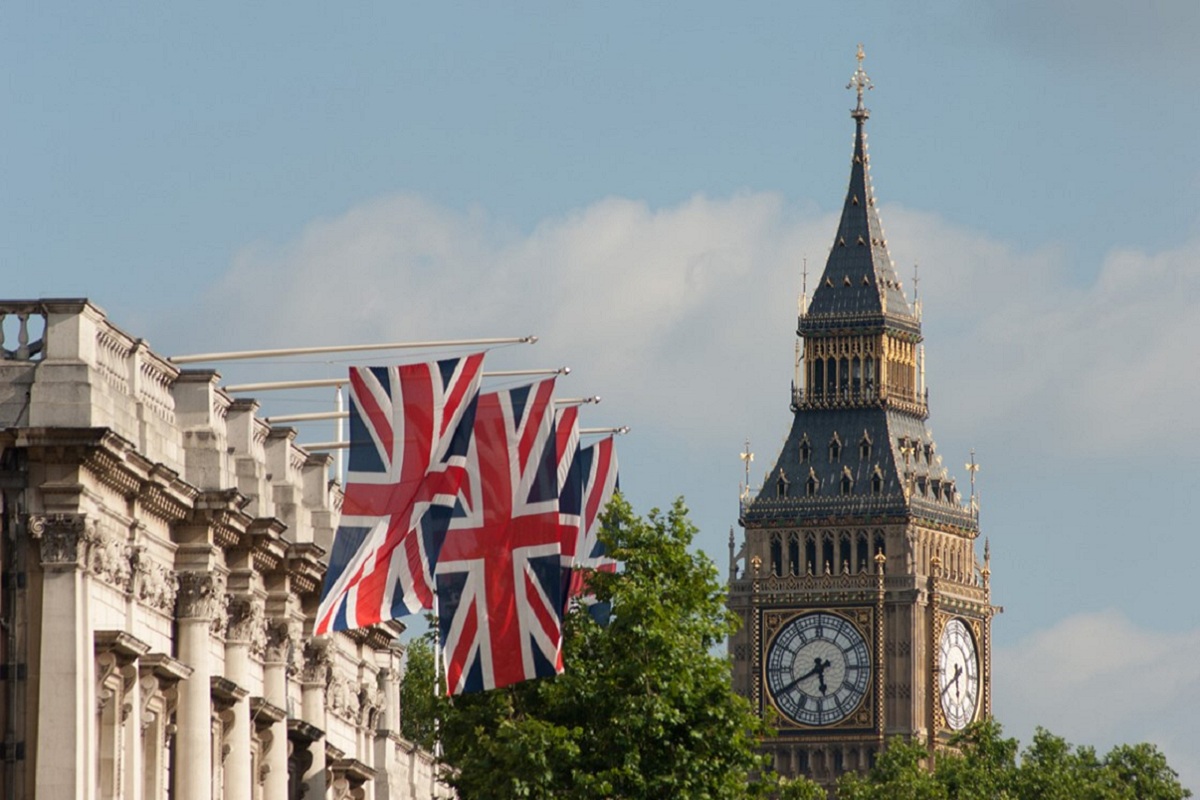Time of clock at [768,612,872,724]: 5:40
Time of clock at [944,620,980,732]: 5:40
